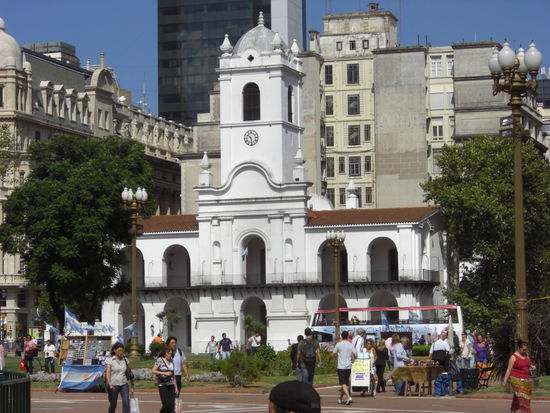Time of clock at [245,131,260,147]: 10:28
